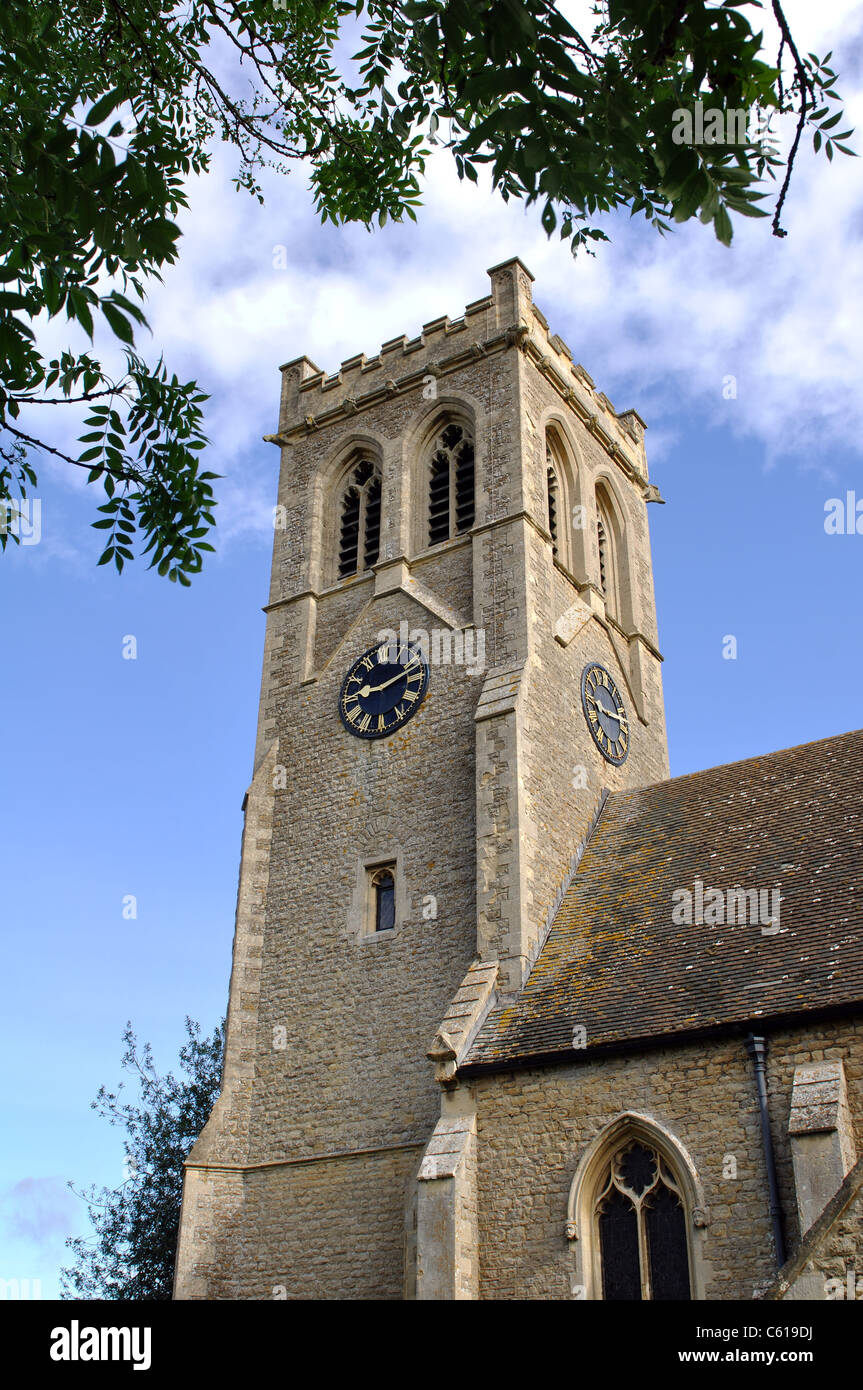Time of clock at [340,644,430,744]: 9:12
